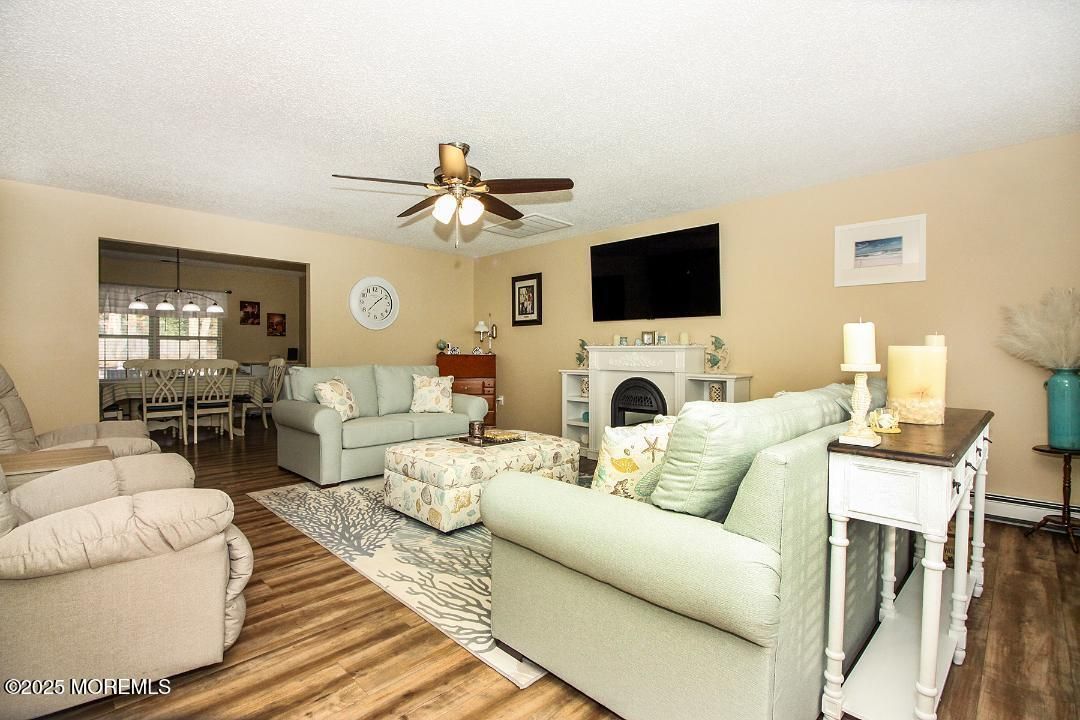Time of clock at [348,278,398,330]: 1:37
